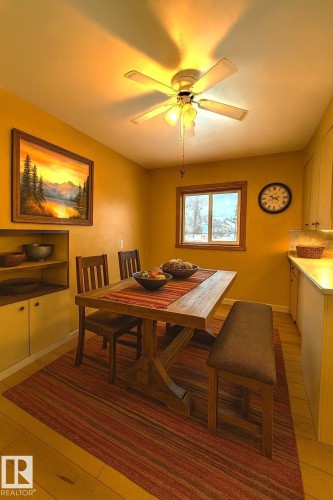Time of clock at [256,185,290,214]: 9:42
